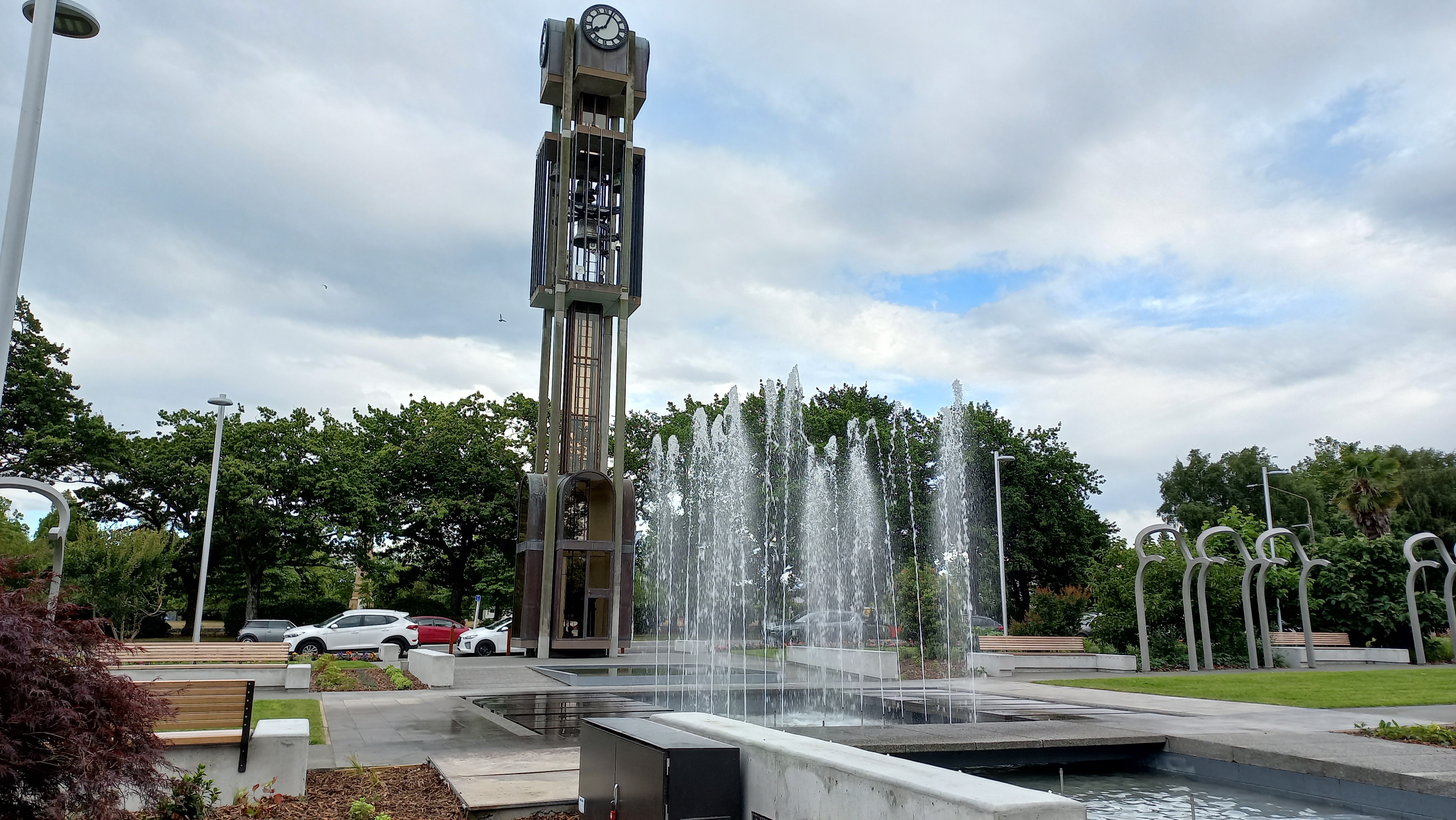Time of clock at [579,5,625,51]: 8:03
